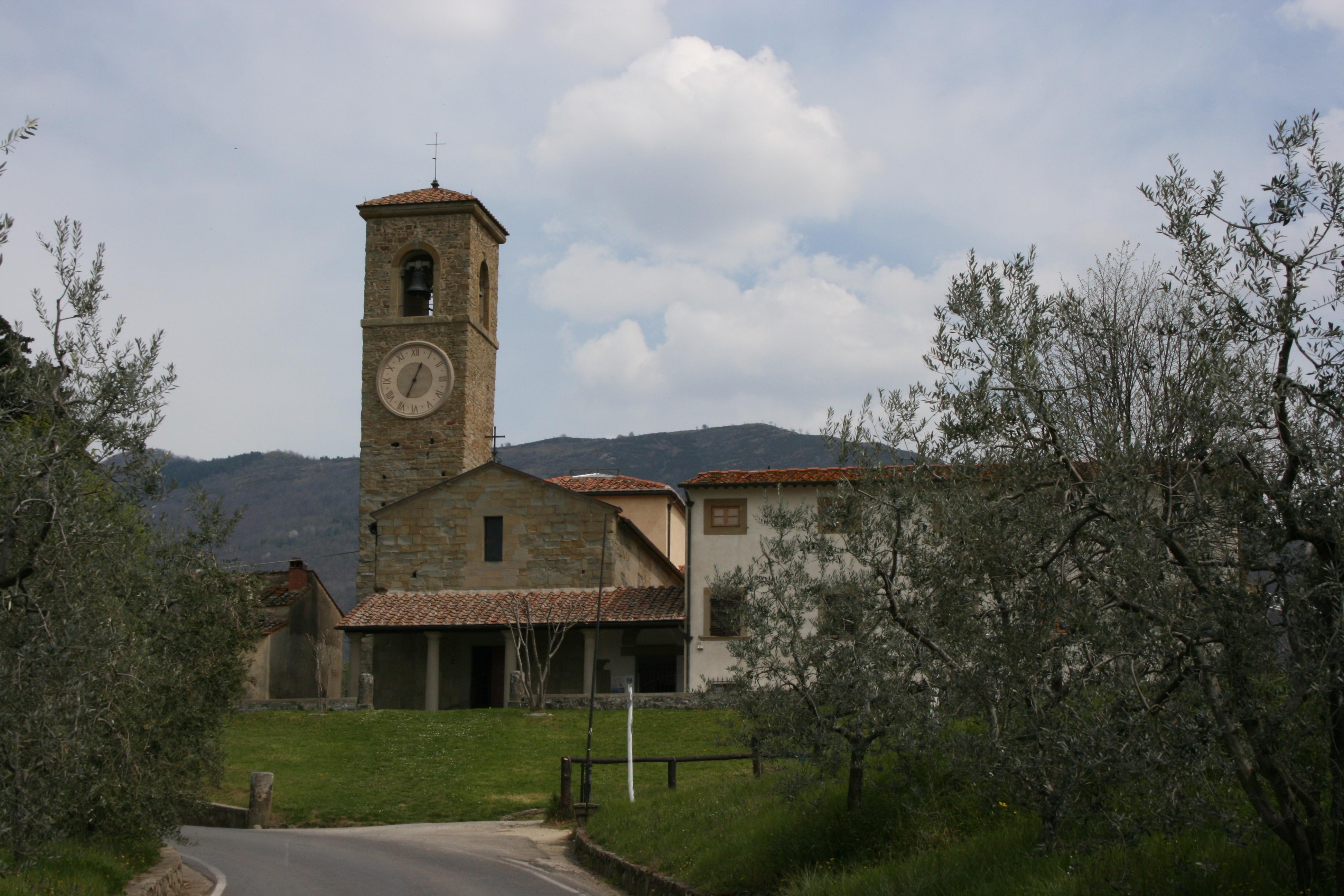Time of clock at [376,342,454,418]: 12:34
